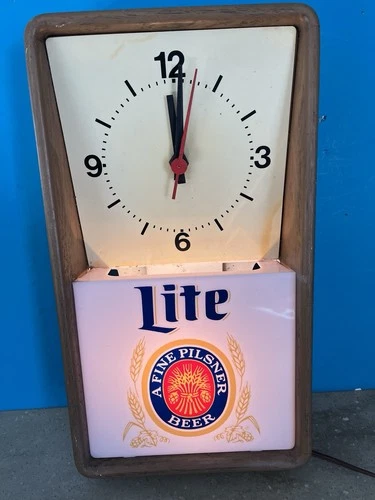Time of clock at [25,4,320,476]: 12:01
